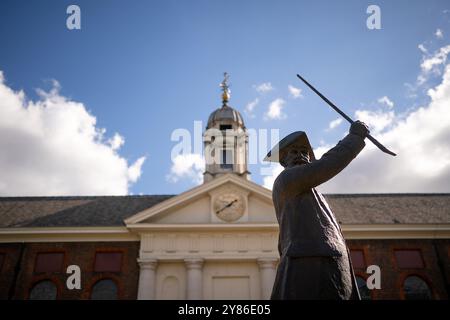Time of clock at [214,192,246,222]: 1:39
